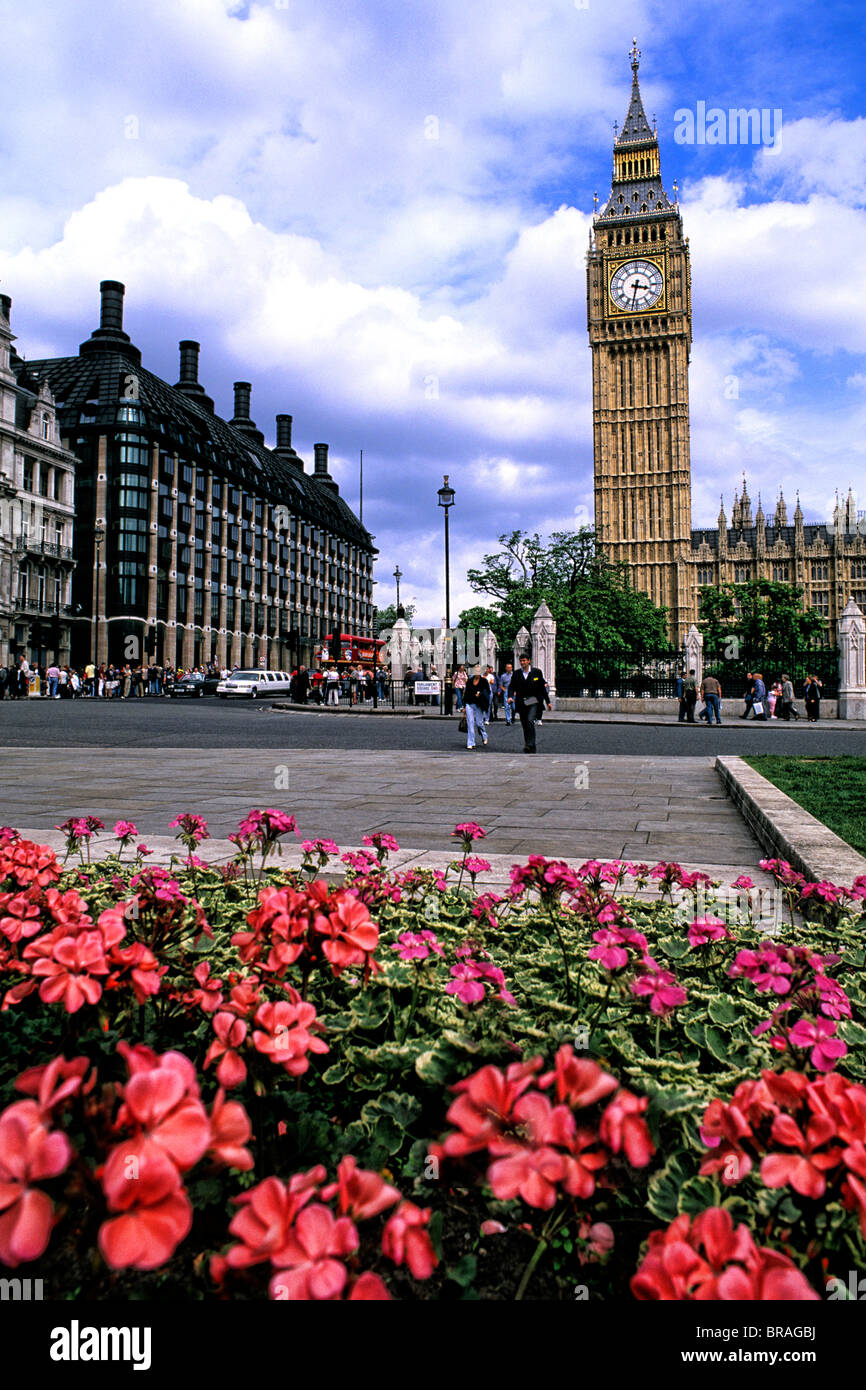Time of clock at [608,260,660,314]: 3:32
